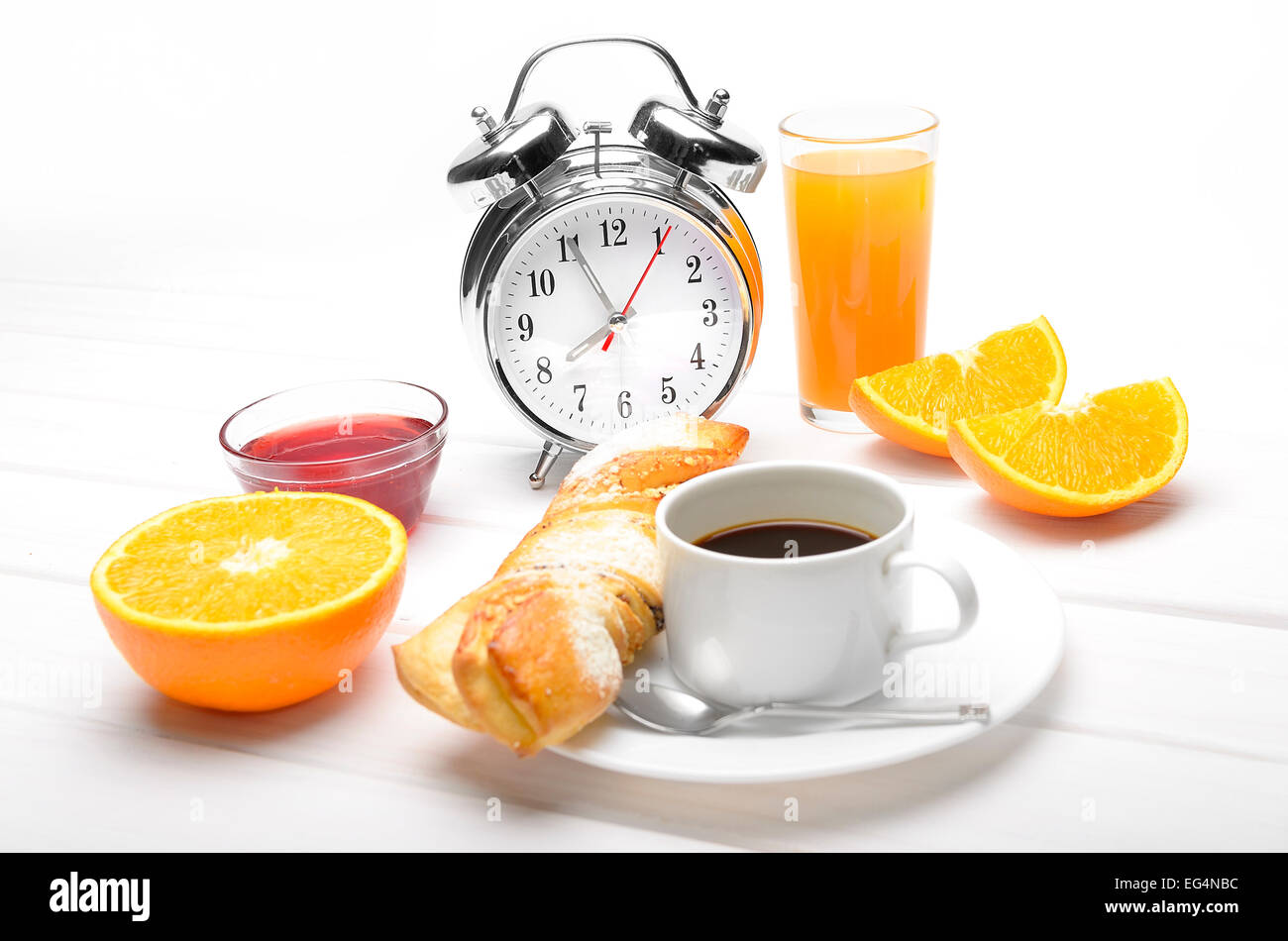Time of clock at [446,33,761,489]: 7:55
